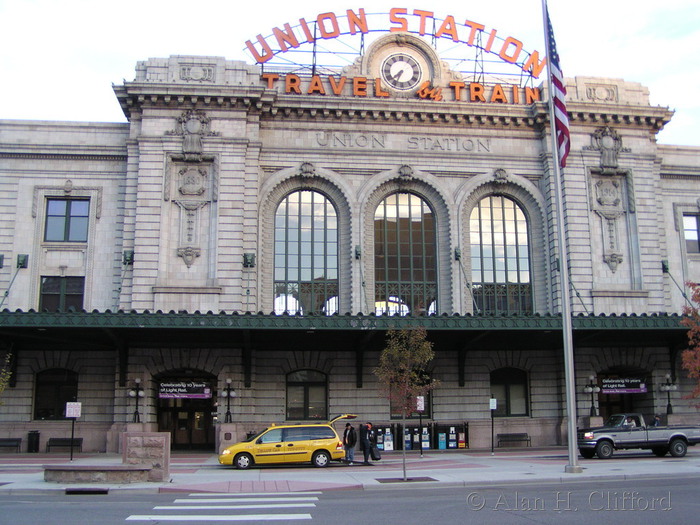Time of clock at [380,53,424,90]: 7:33
